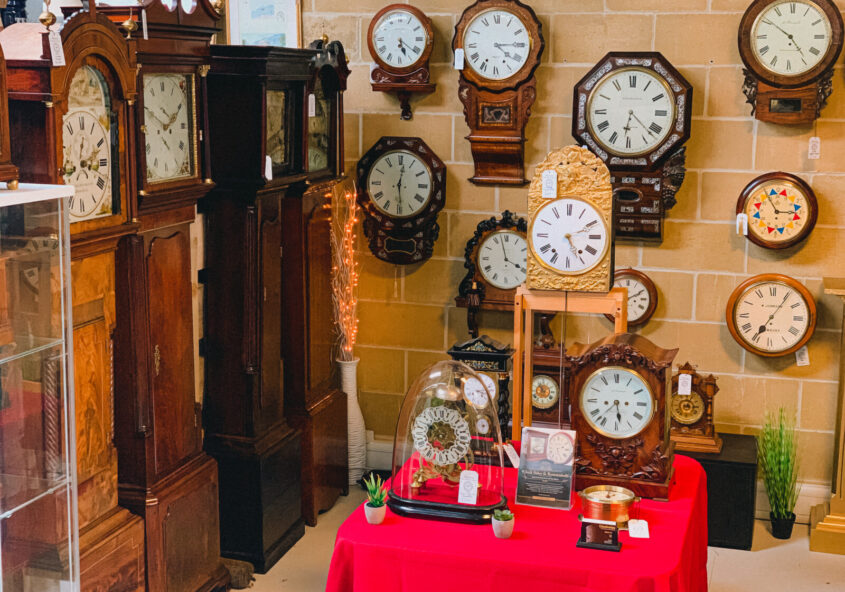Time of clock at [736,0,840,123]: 4:50
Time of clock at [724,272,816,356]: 7:05
